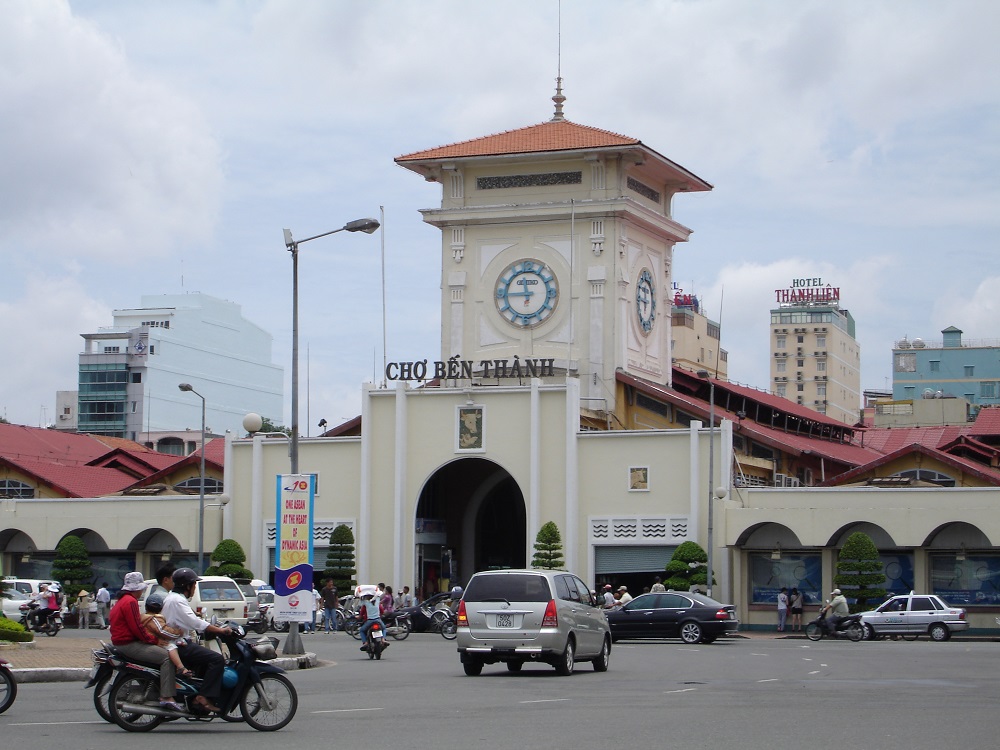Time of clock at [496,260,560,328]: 11:45
